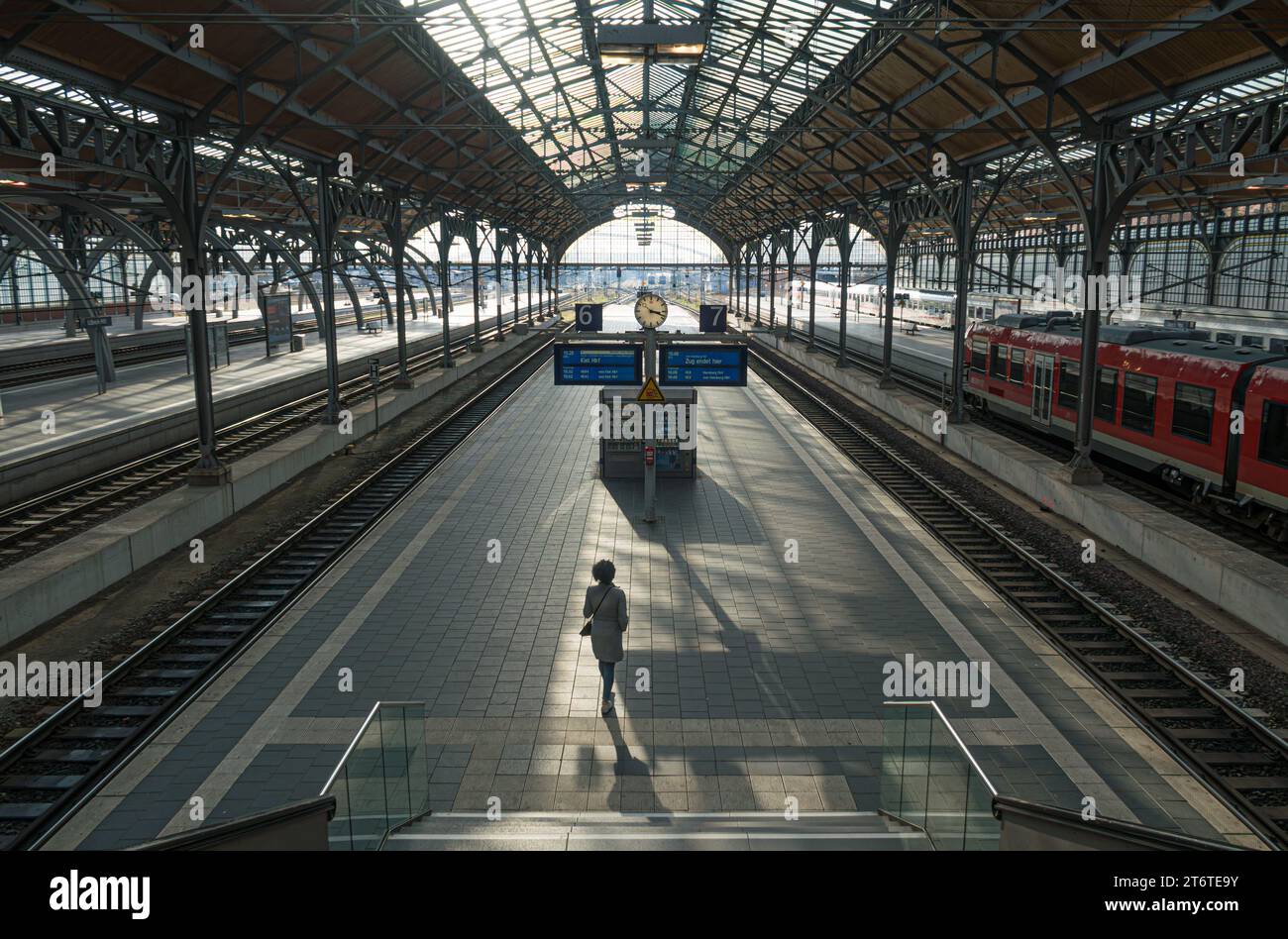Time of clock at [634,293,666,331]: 3:18
